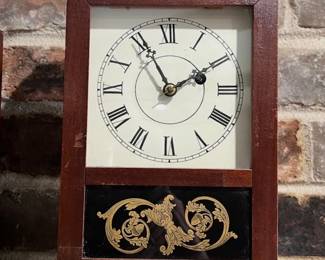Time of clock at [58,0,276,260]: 1:56
